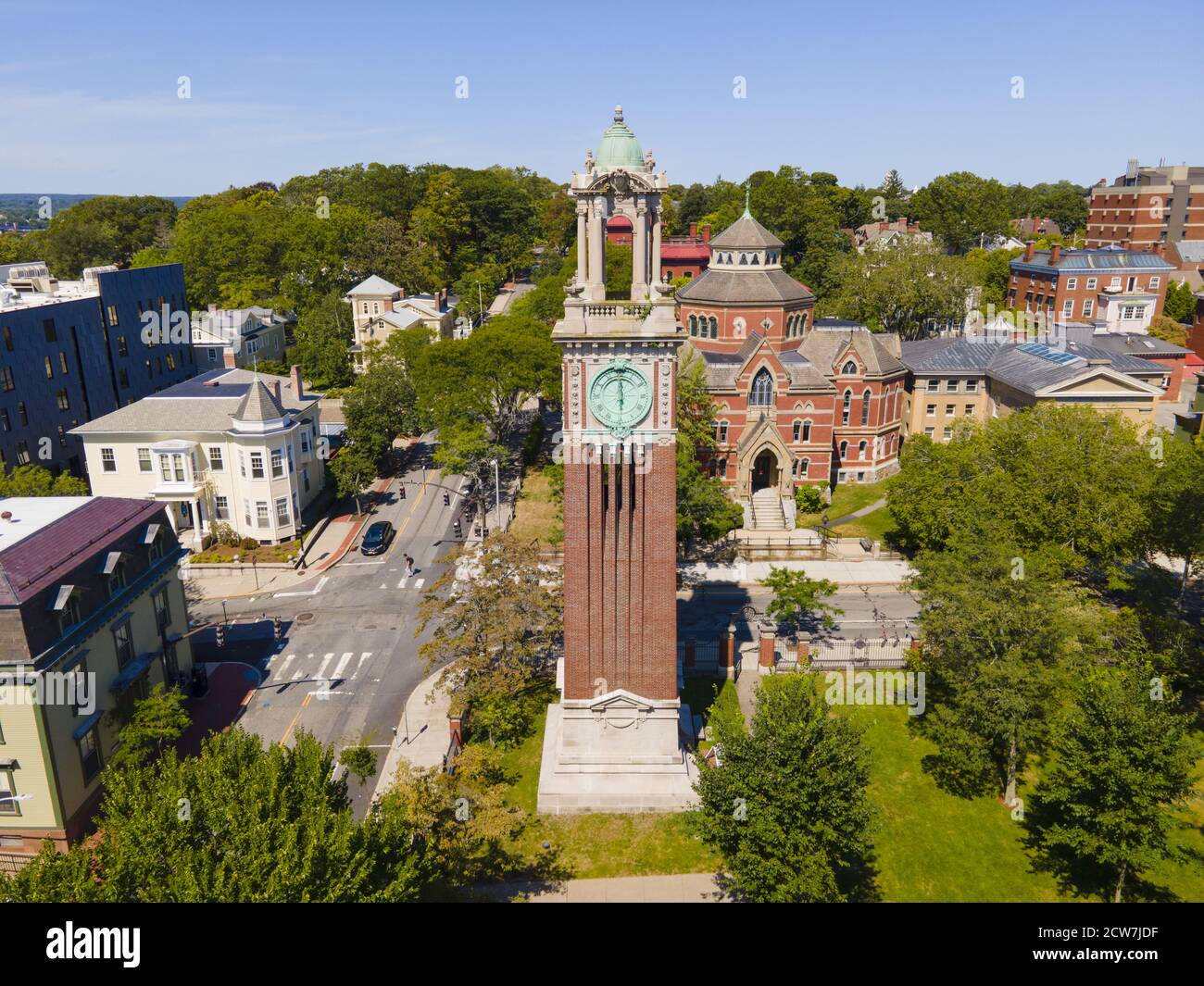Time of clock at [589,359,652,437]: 11:59
